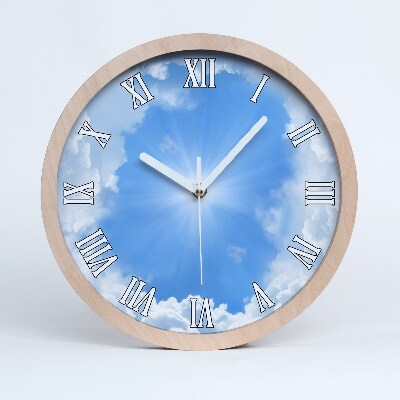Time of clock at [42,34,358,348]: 10:07
